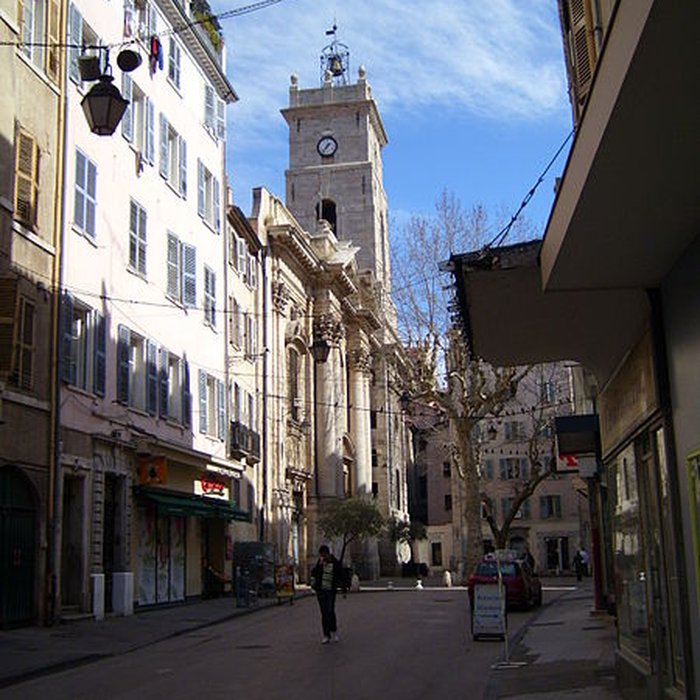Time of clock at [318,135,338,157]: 1:36
